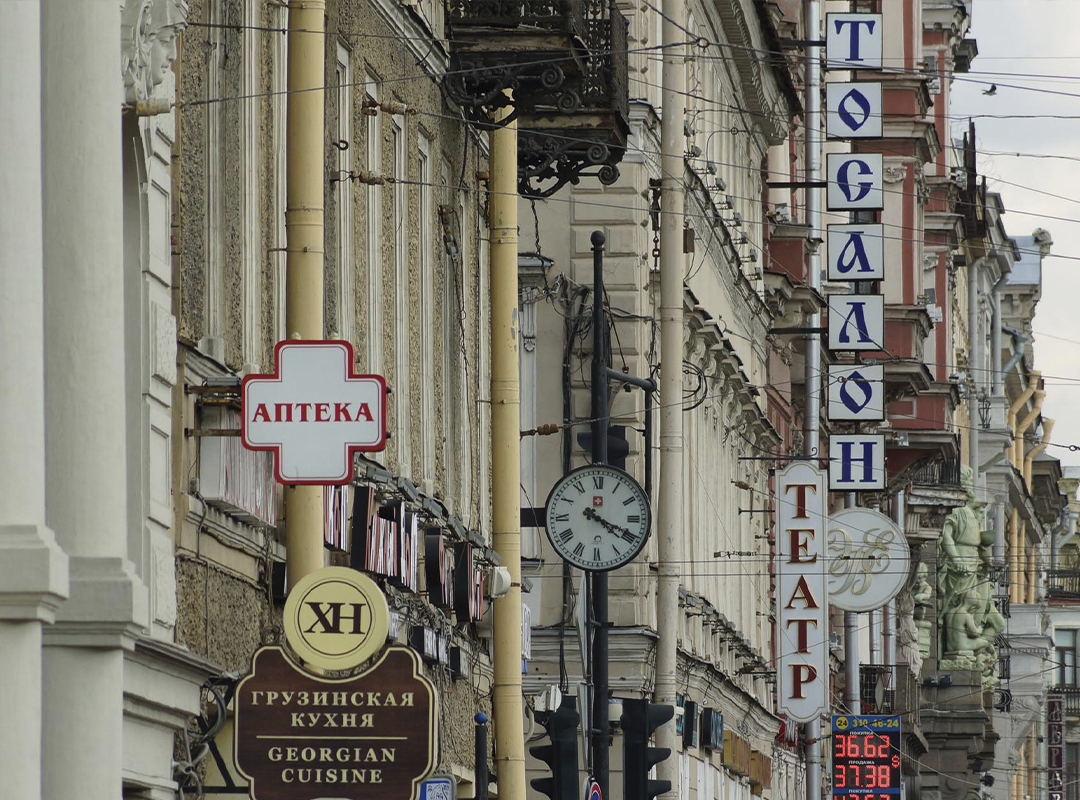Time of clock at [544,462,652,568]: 4:19
